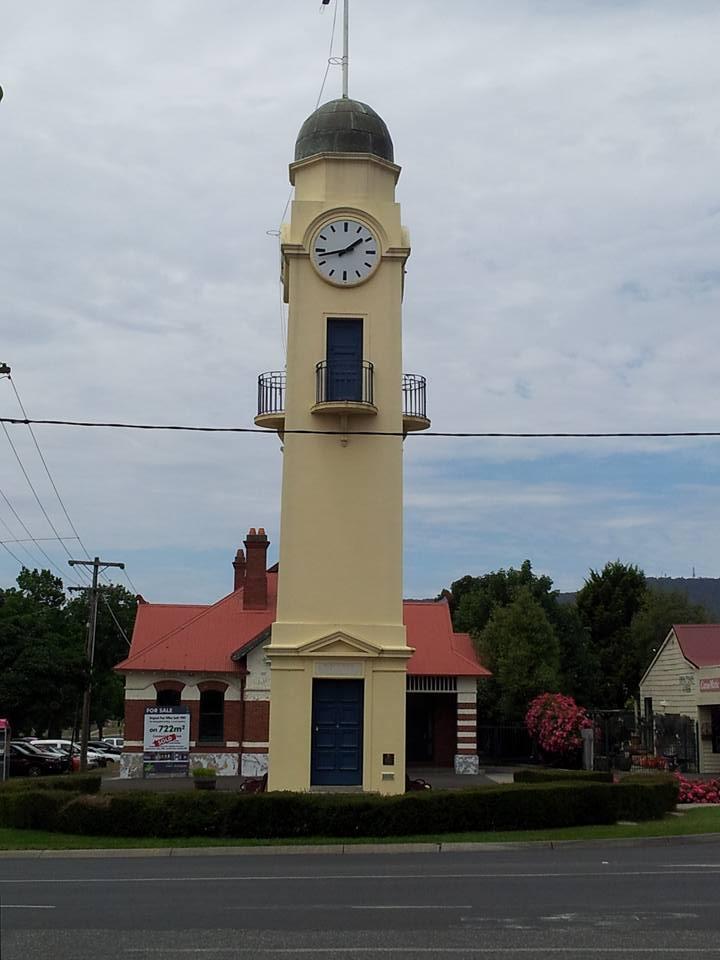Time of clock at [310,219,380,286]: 1:42
